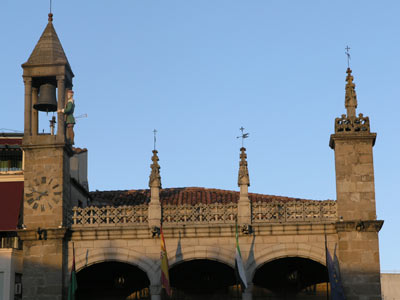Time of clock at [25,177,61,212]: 7:47
